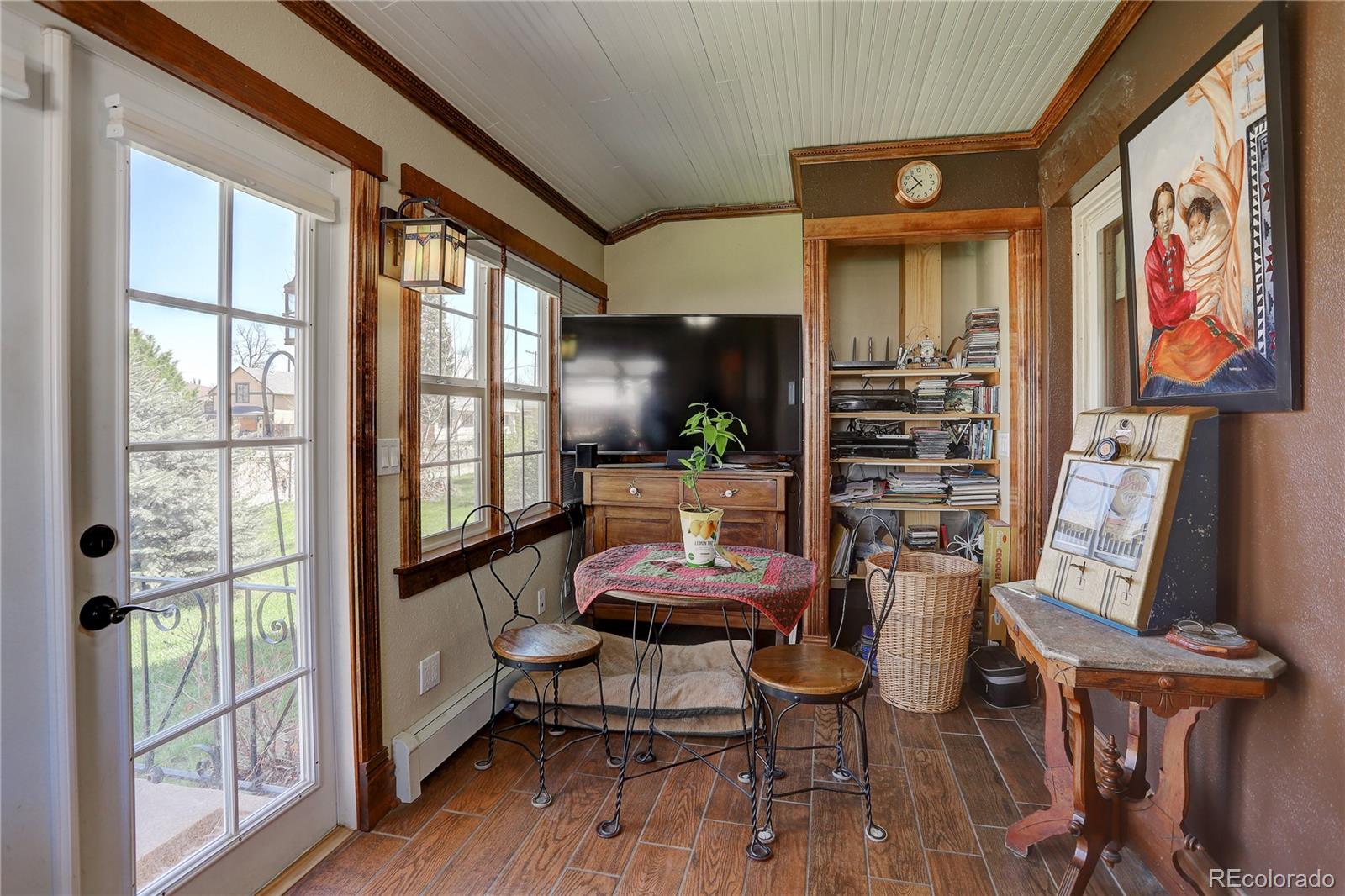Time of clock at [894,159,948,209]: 10:38
